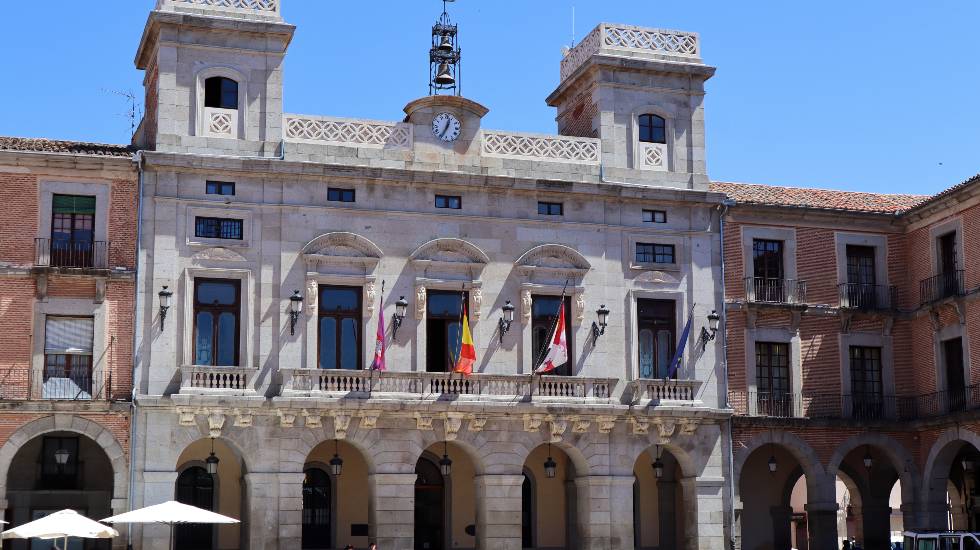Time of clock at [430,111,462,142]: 12:34
